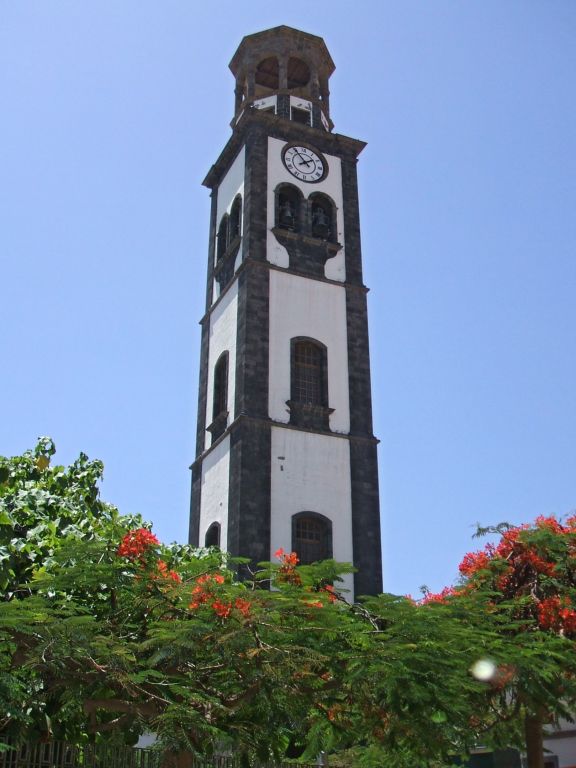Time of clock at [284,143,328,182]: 1:53
